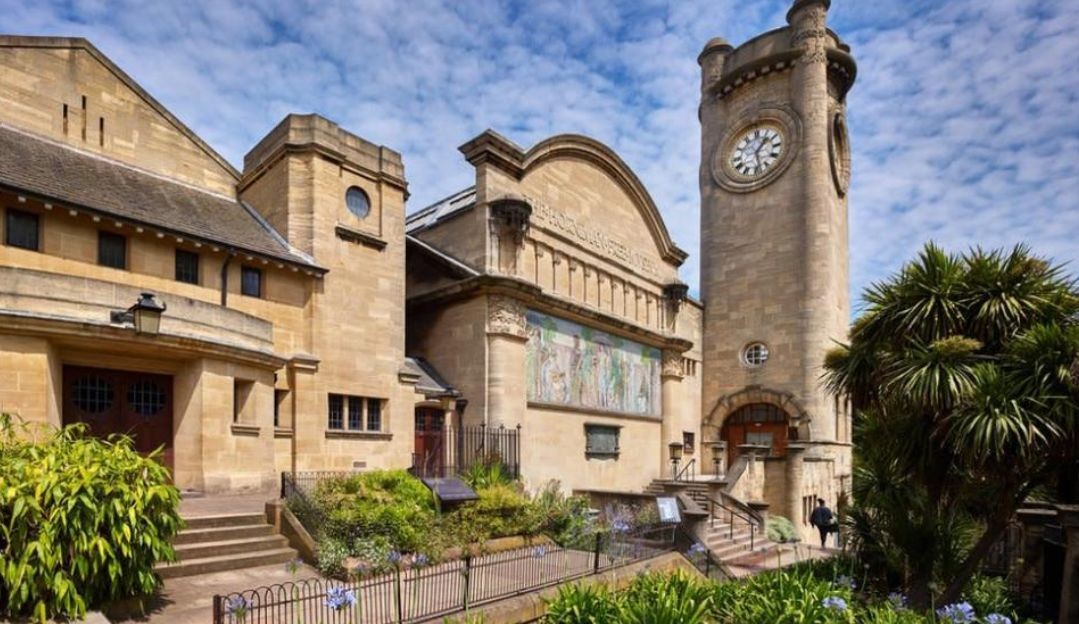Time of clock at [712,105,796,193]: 1:28
